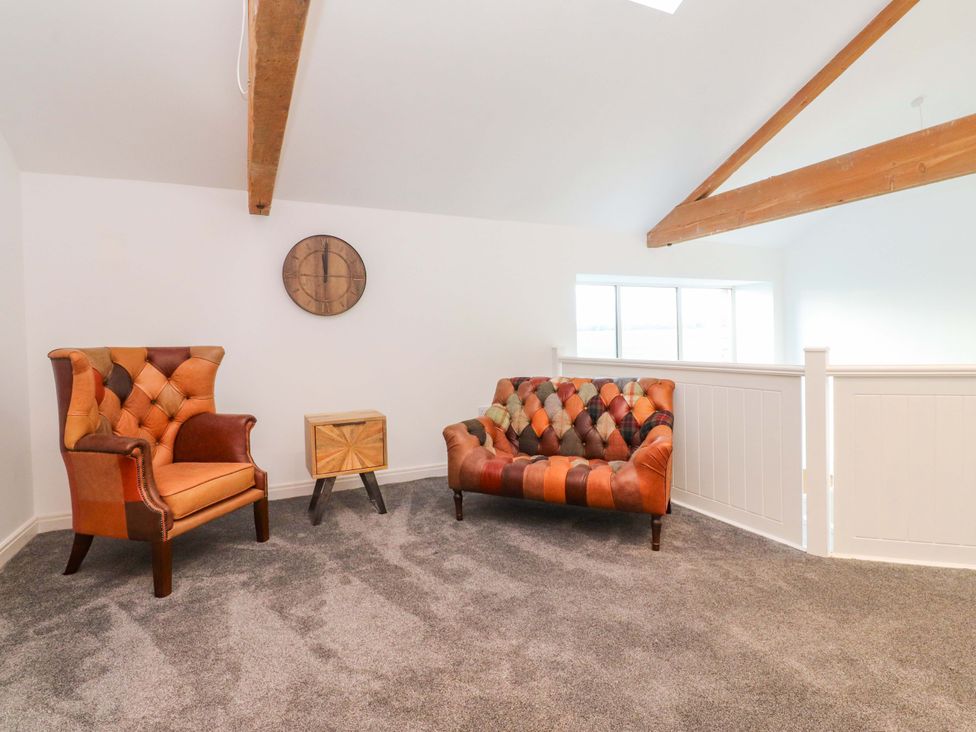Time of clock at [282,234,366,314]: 12:00
